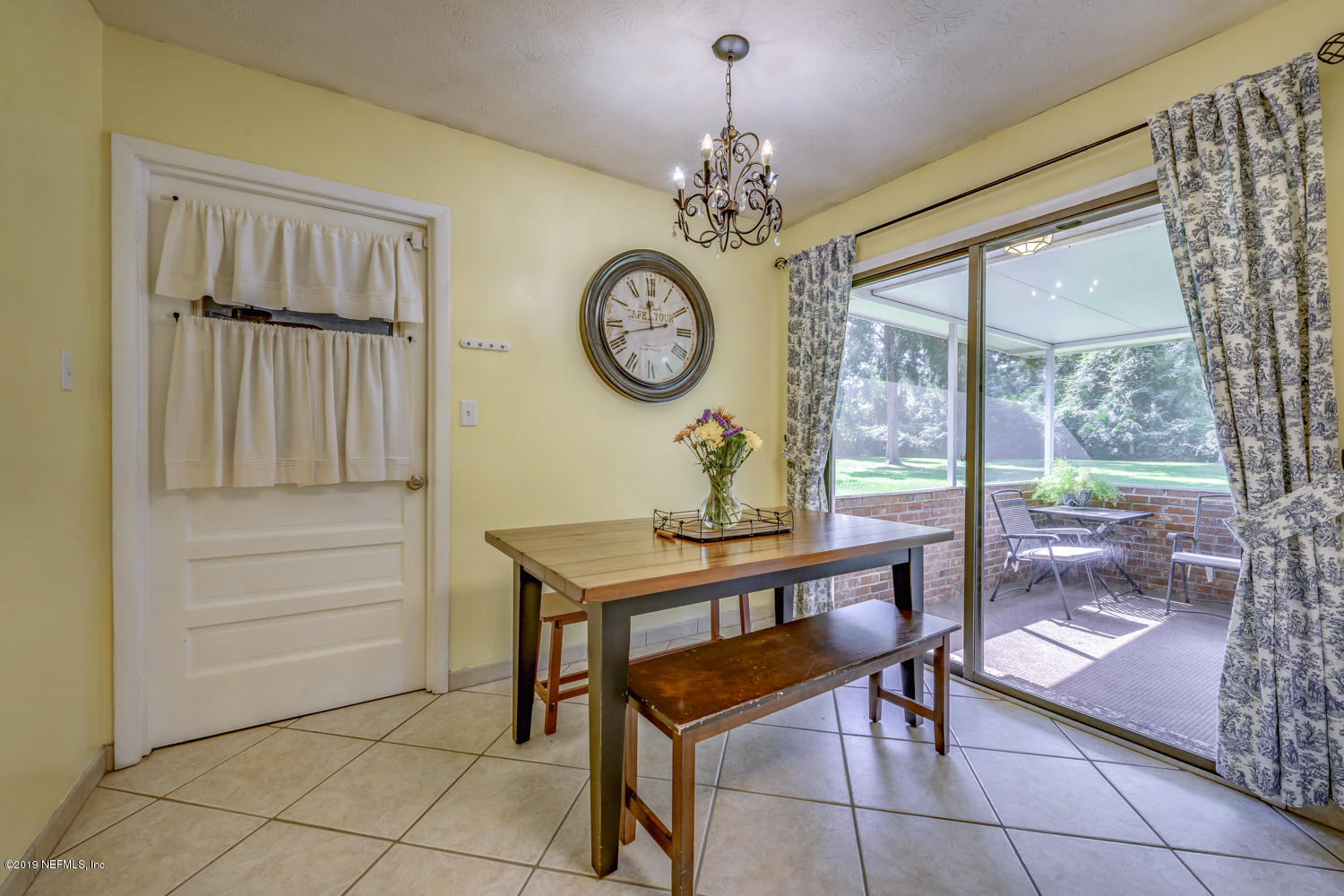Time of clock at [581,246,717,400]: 11:42
